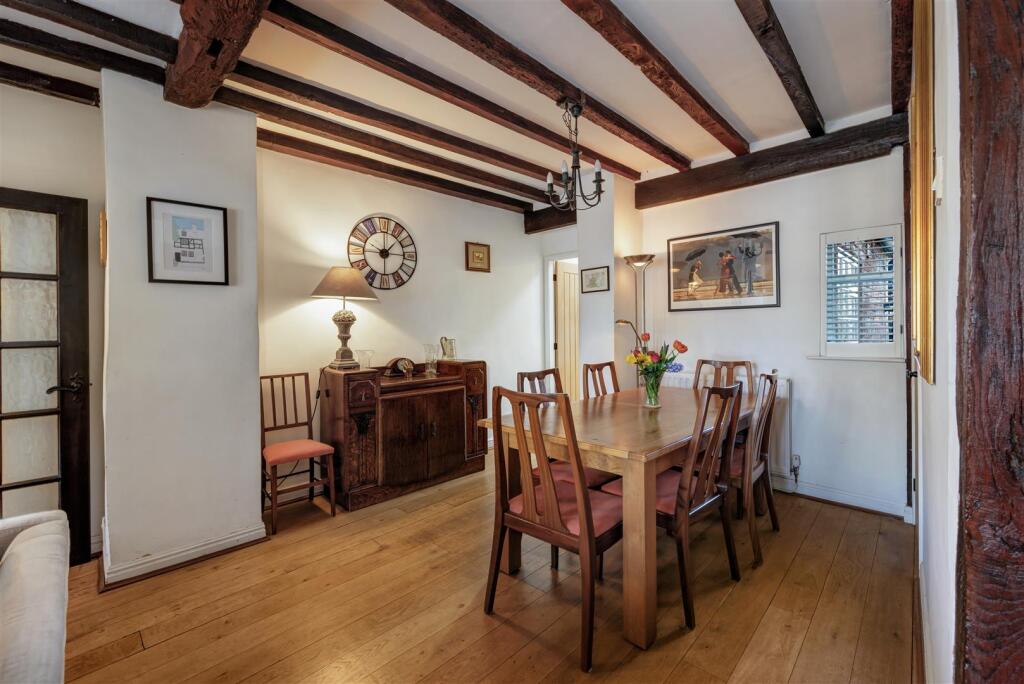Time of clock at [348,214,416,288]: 12:07
